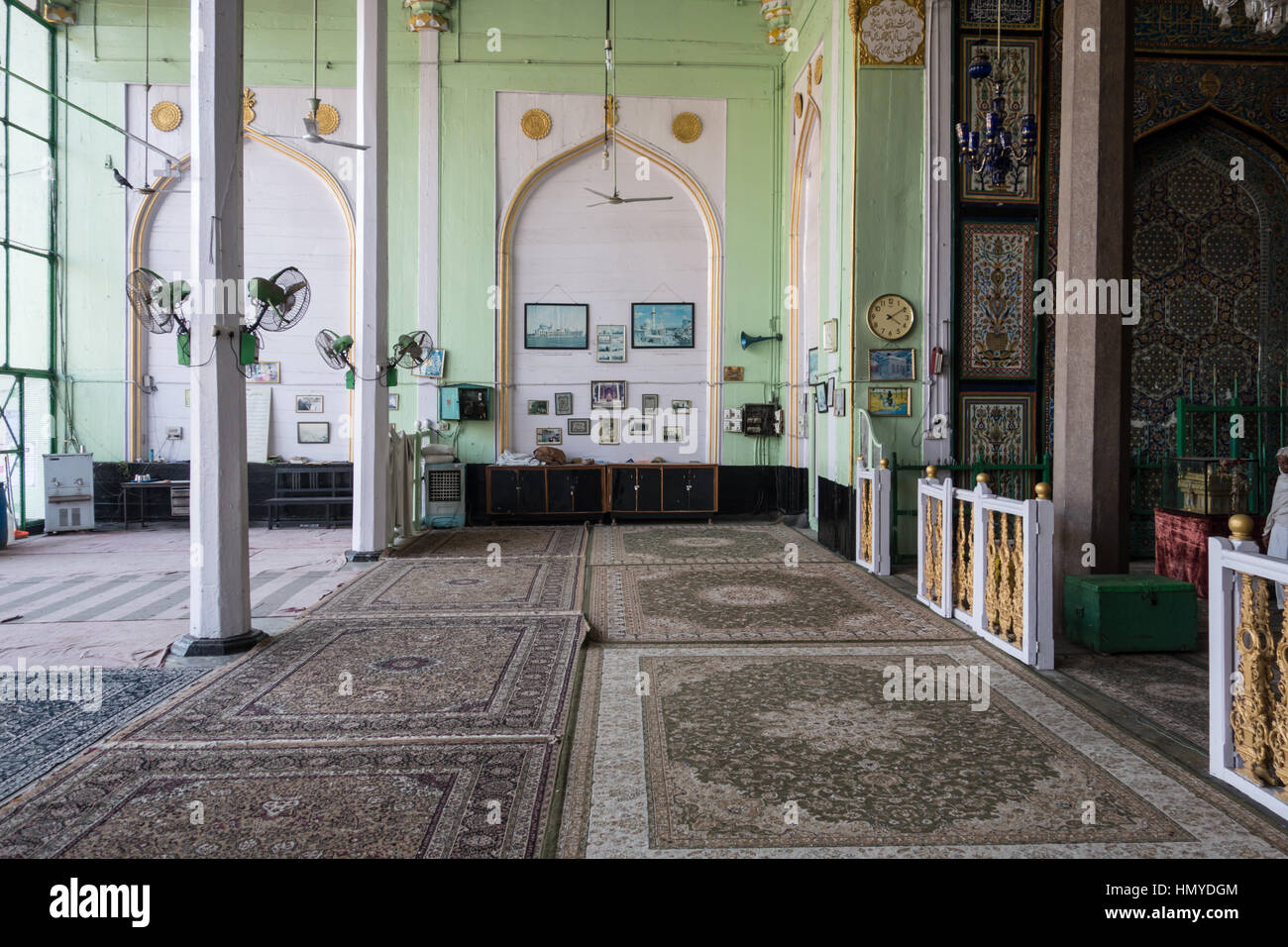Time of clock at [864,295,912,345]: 4:09
